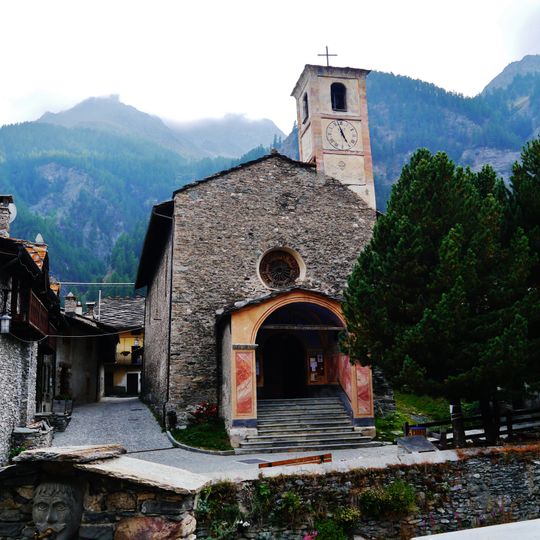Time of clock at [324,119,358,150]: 4:57
